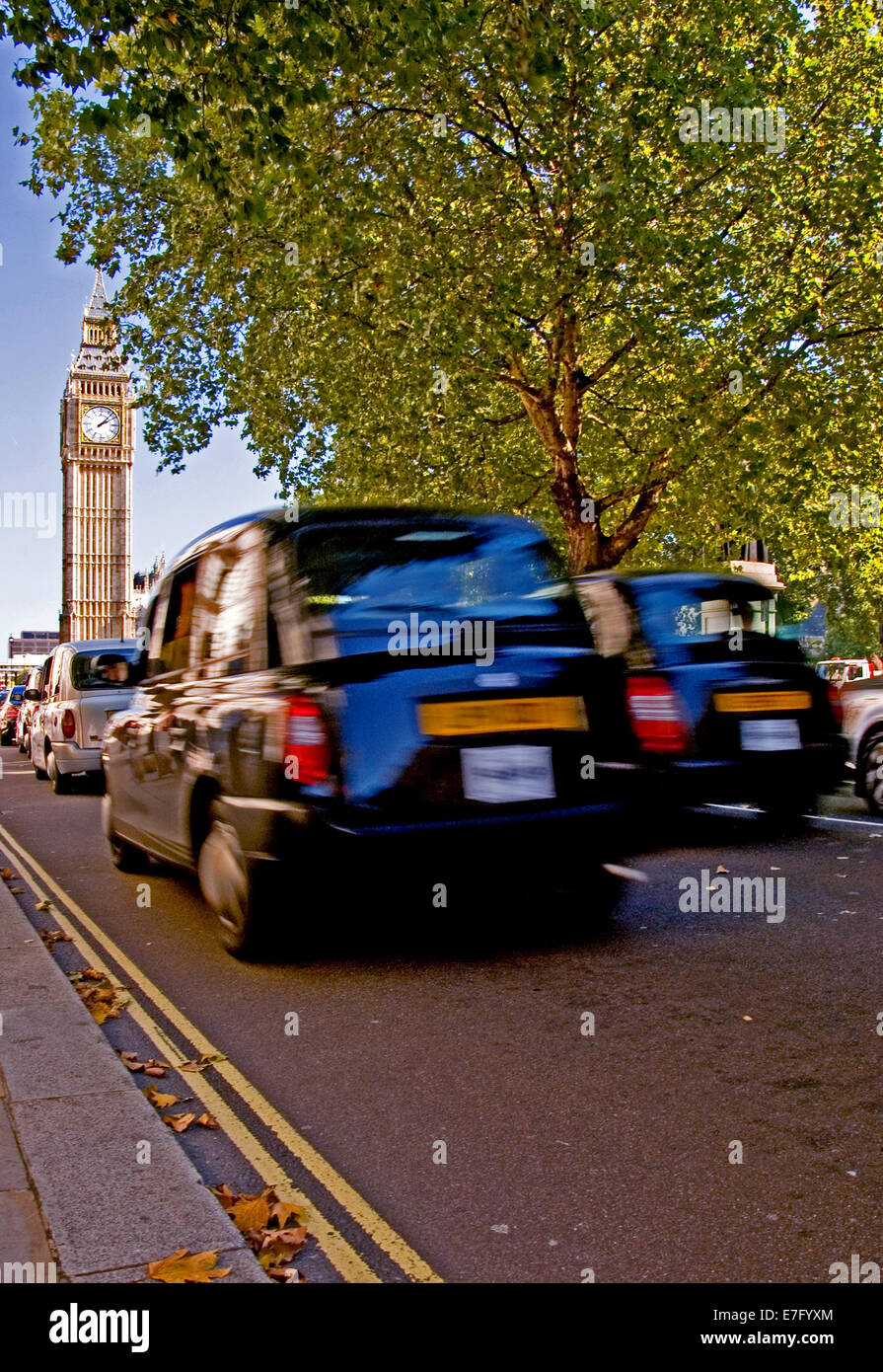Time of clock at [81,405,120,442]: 2:07
